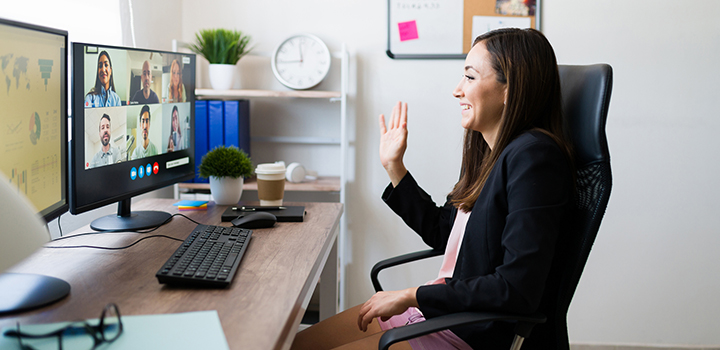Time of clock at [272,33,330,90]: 11:44
